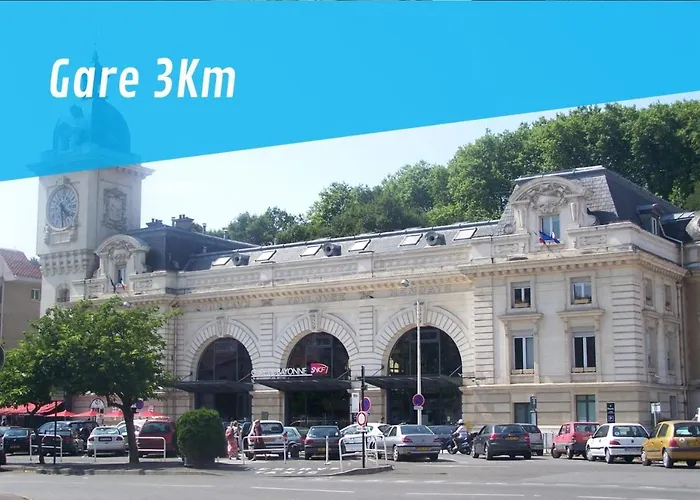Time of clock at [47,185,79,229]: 4:29
